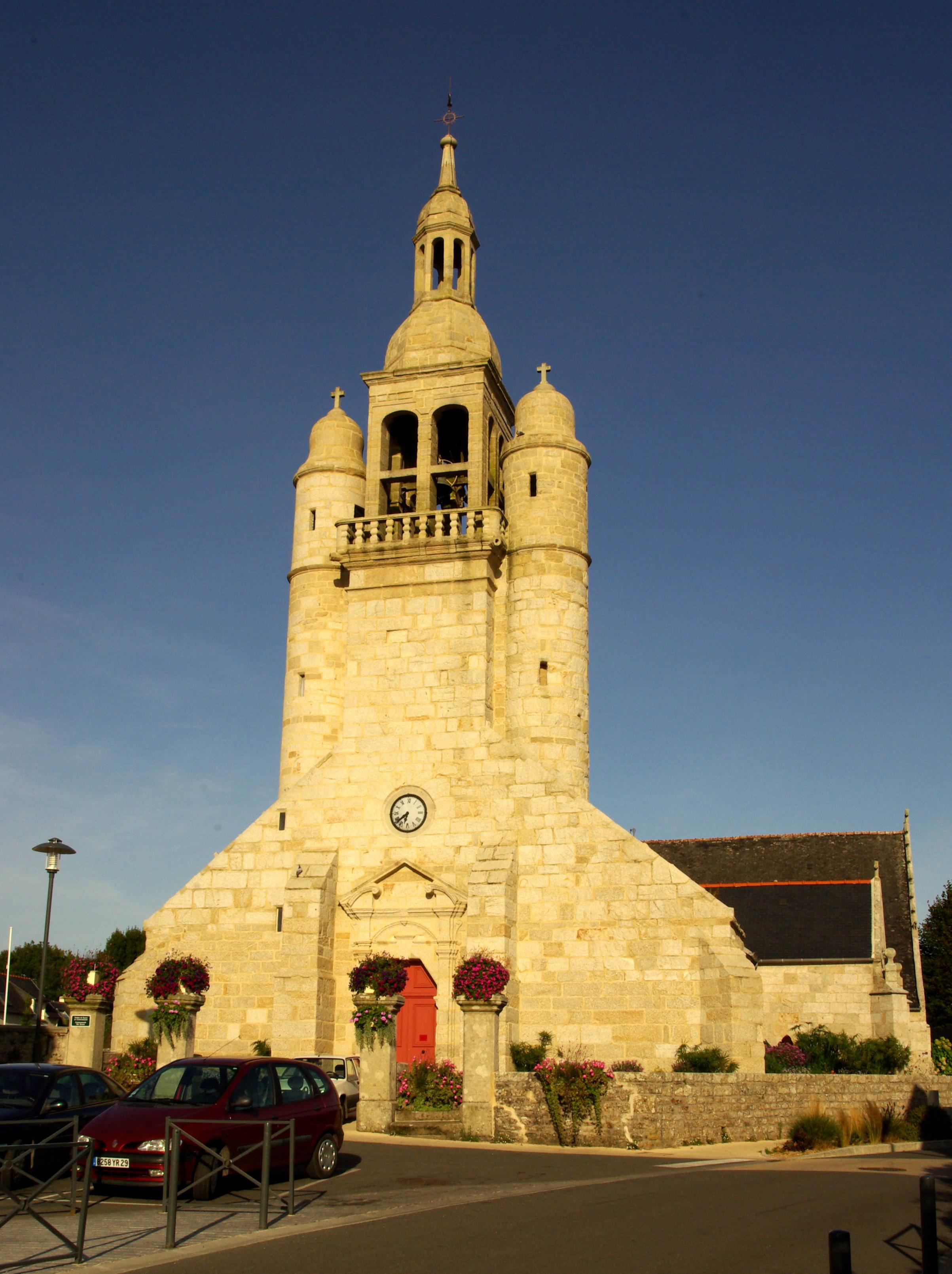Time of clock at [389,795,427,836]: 6:38
